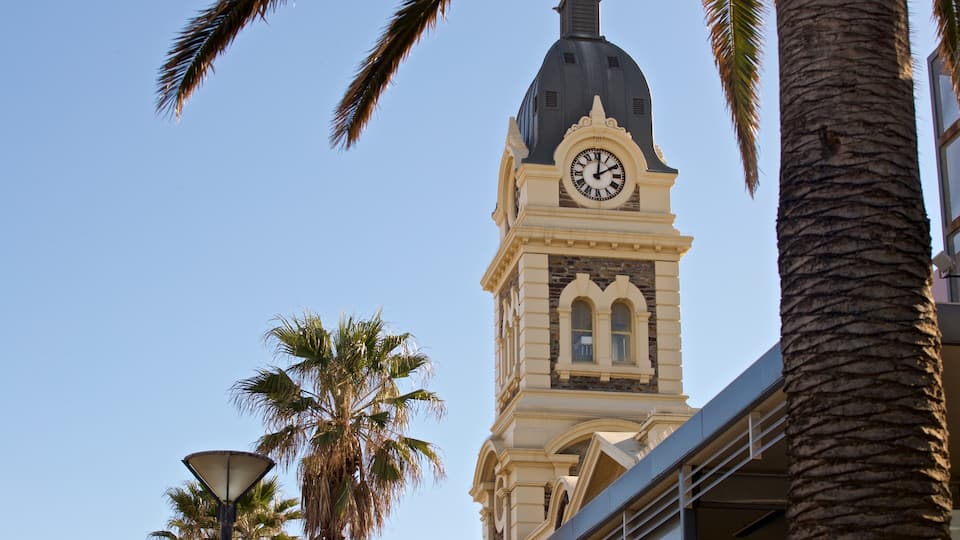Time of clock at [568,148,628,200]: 2:00
